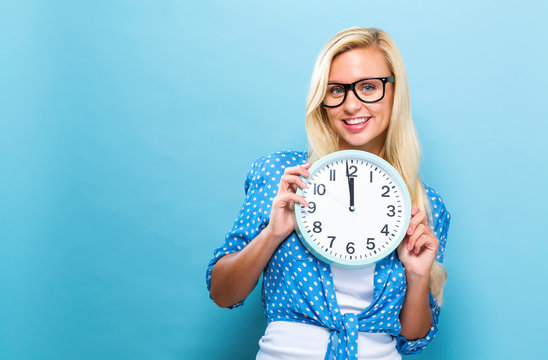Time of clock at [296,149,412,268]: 11:58
